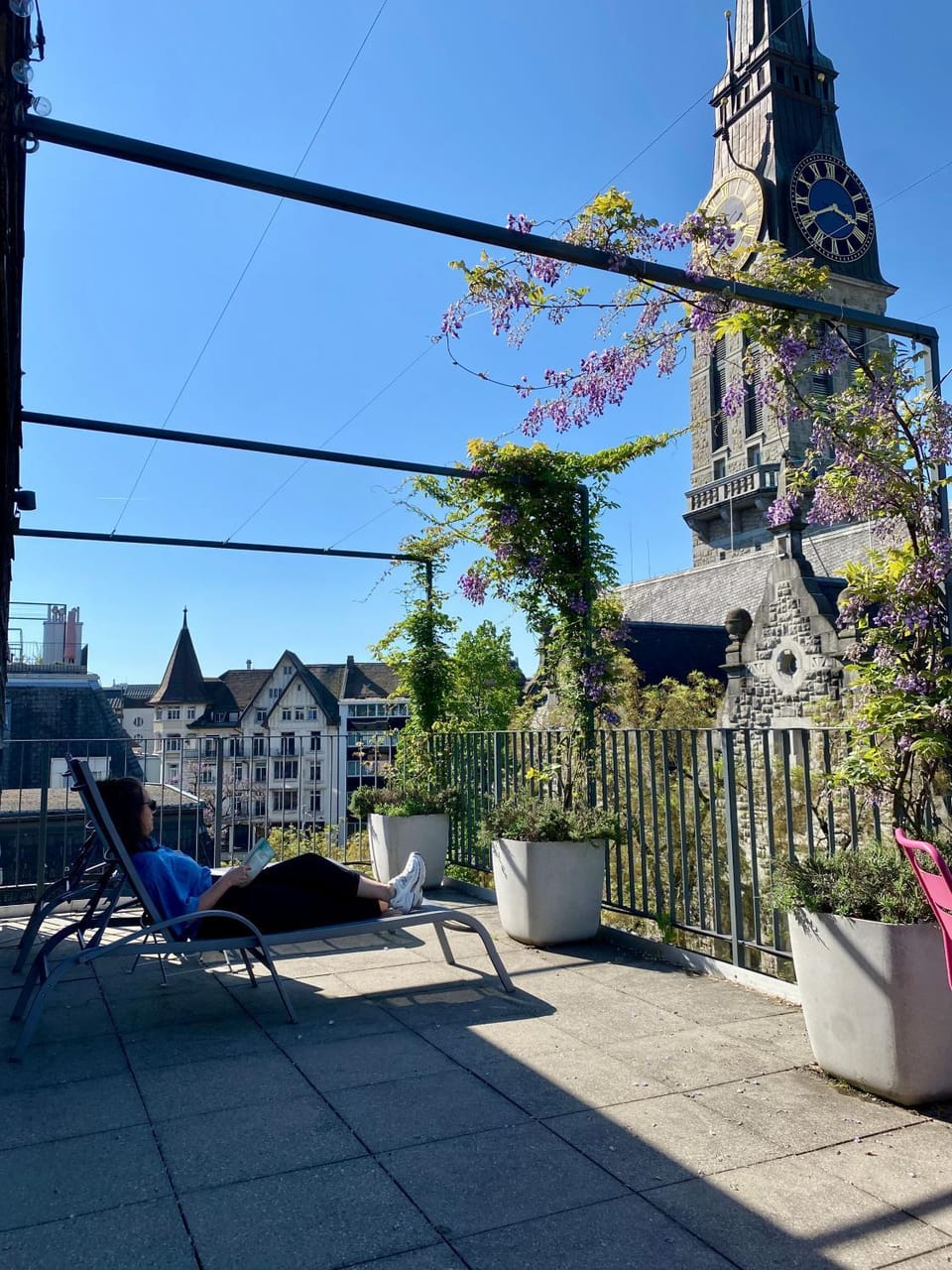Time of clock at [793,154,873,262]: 3:40
